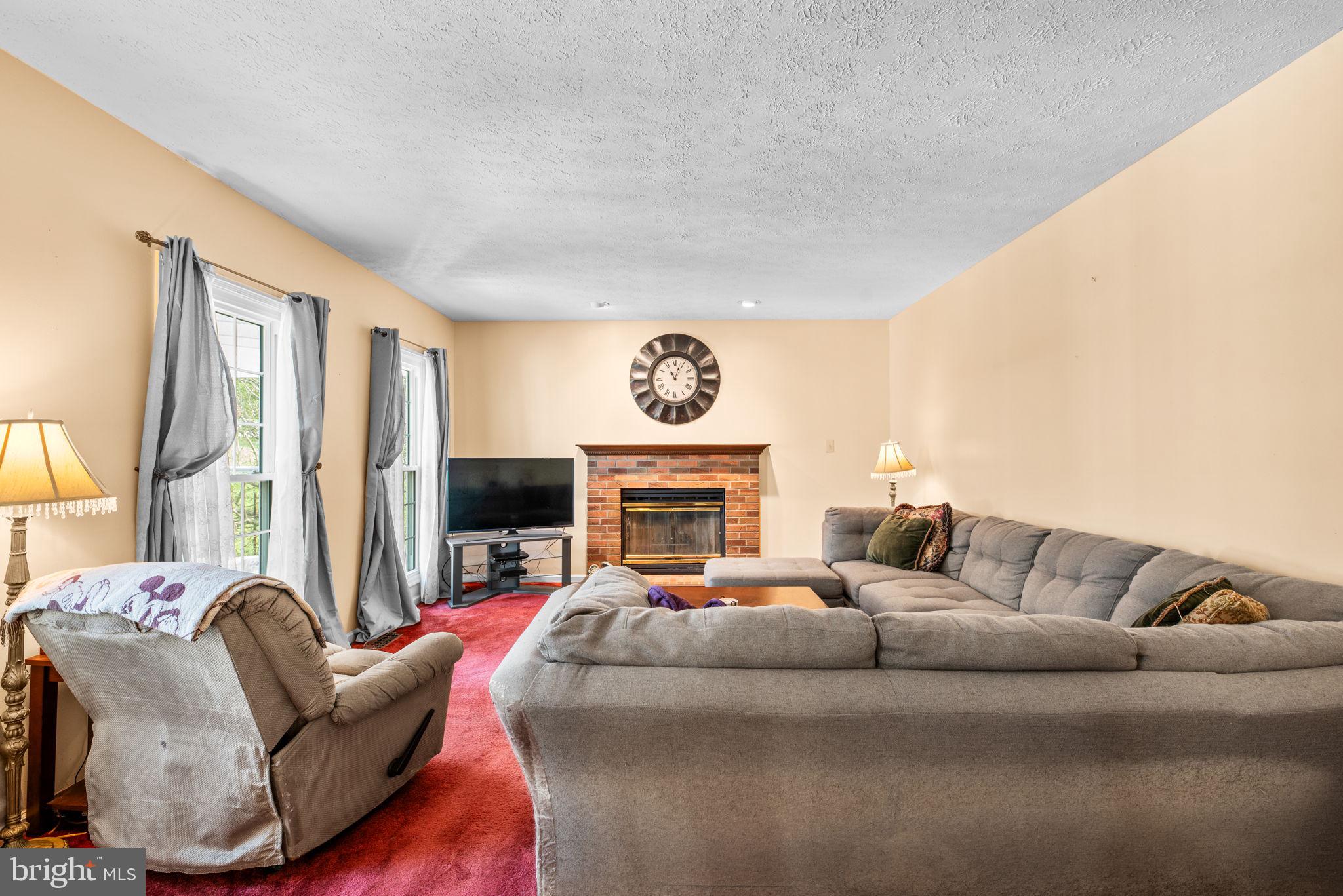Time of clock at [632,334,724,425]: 11:04
